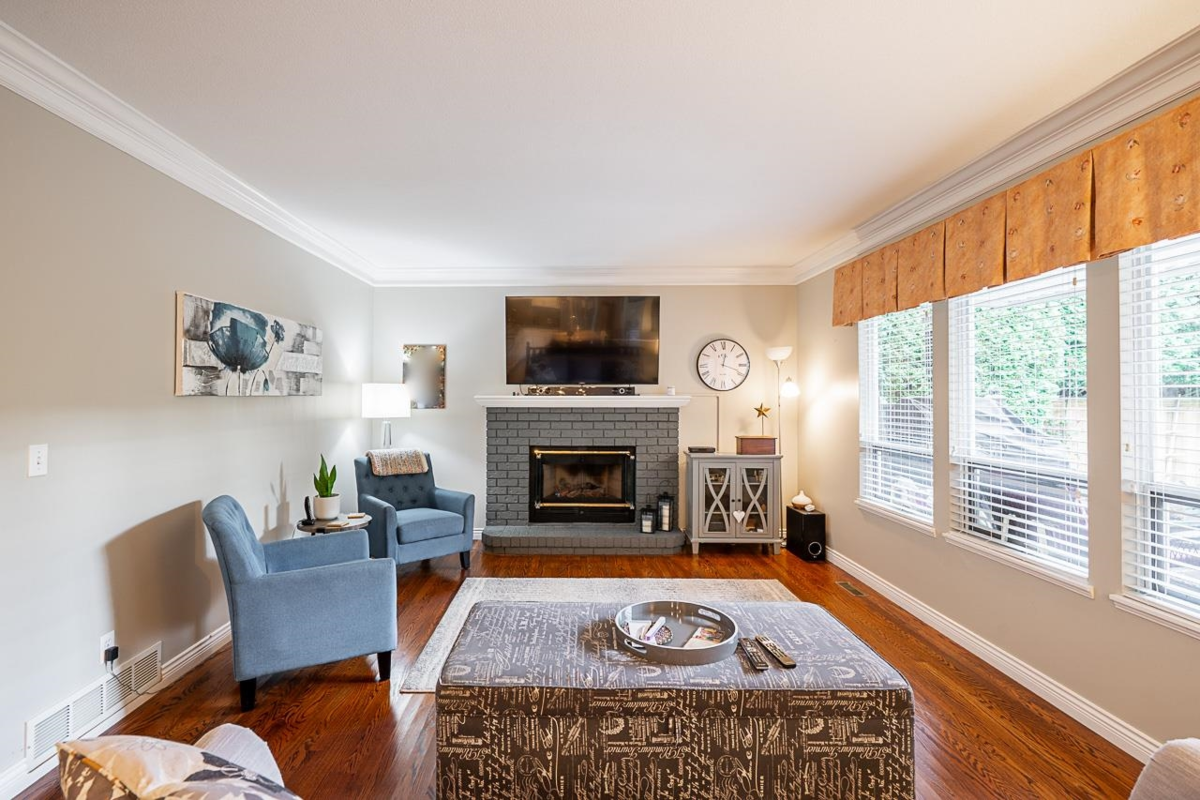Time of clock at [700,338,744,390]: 12:18
